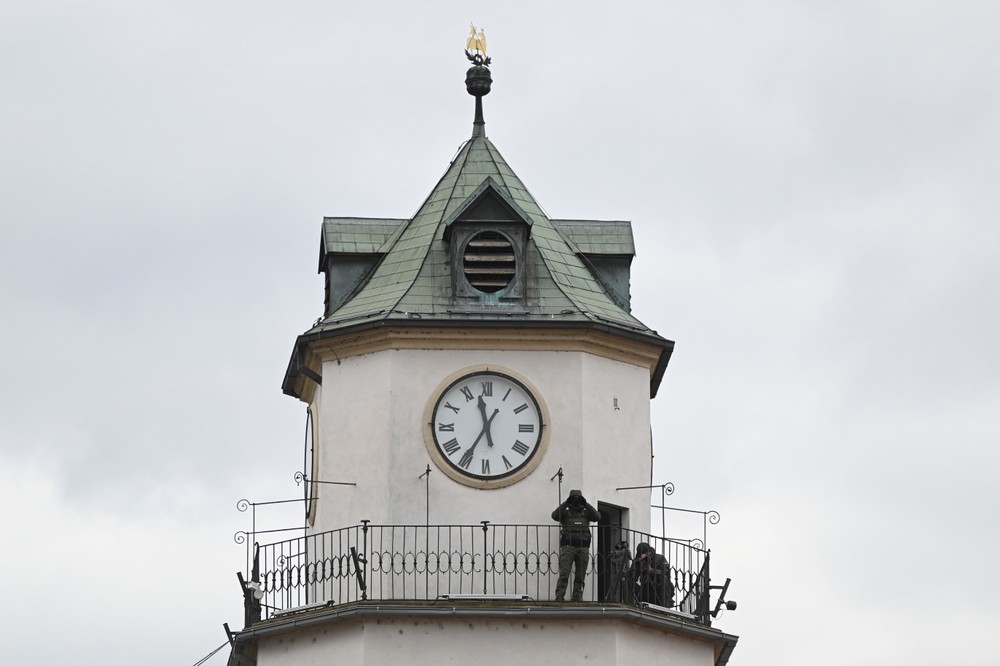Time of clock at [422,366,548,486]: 11:35
